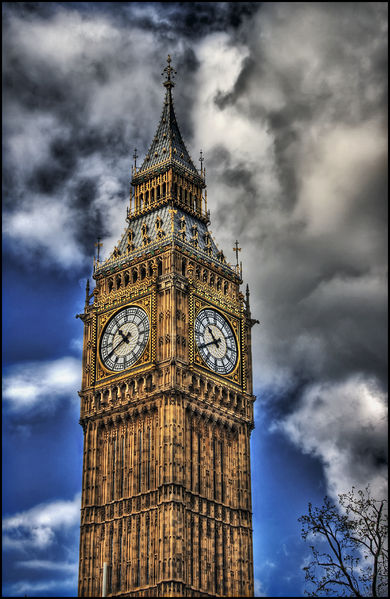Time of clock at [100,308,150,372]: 10:40
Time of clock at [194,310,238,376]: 10:39
